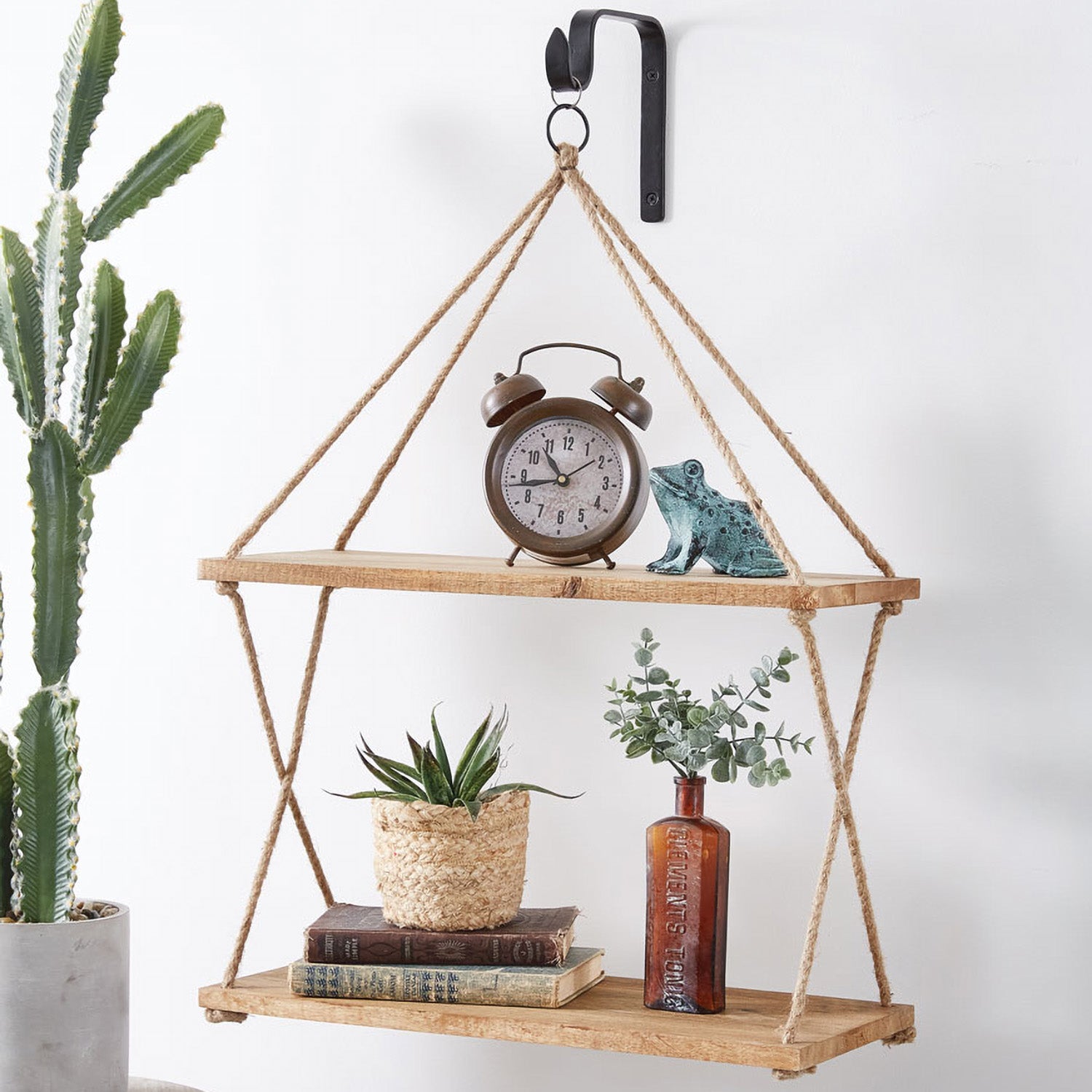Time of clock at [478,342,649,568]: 10:43
